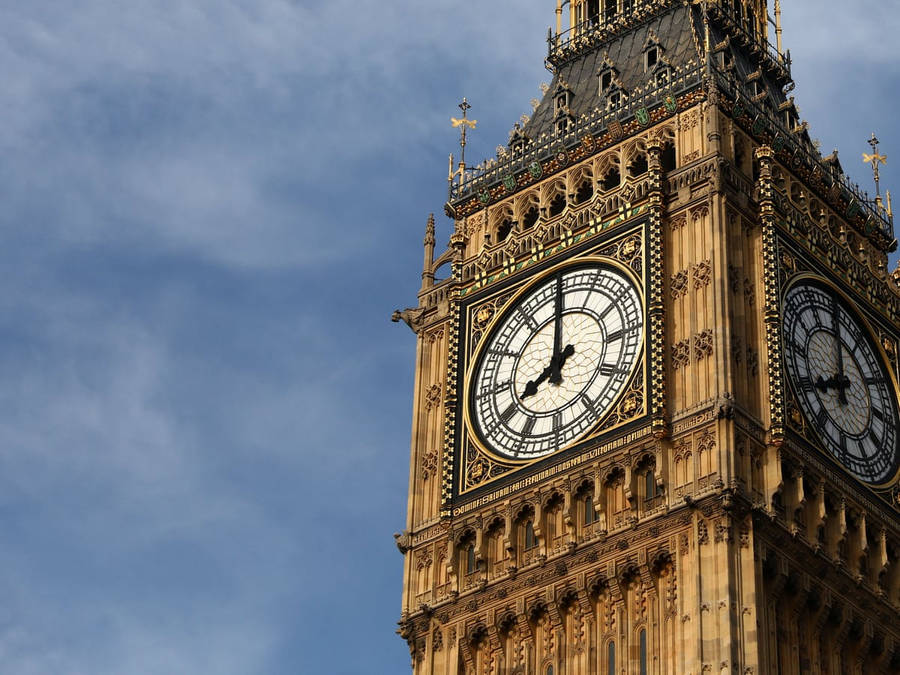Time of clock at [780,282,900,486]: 8:00
